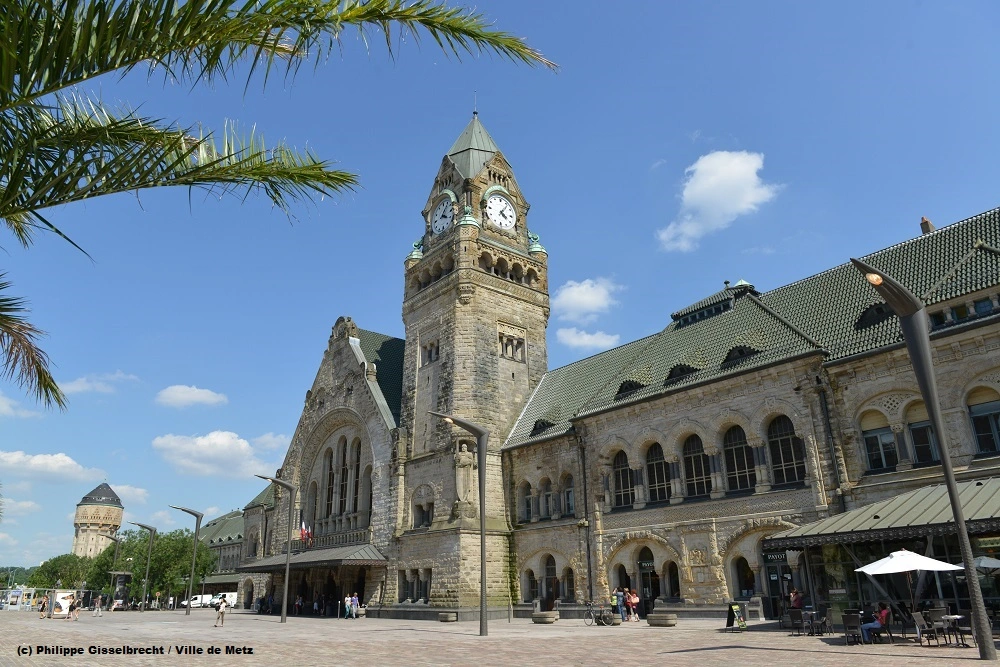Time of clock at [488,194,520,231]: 4:06
